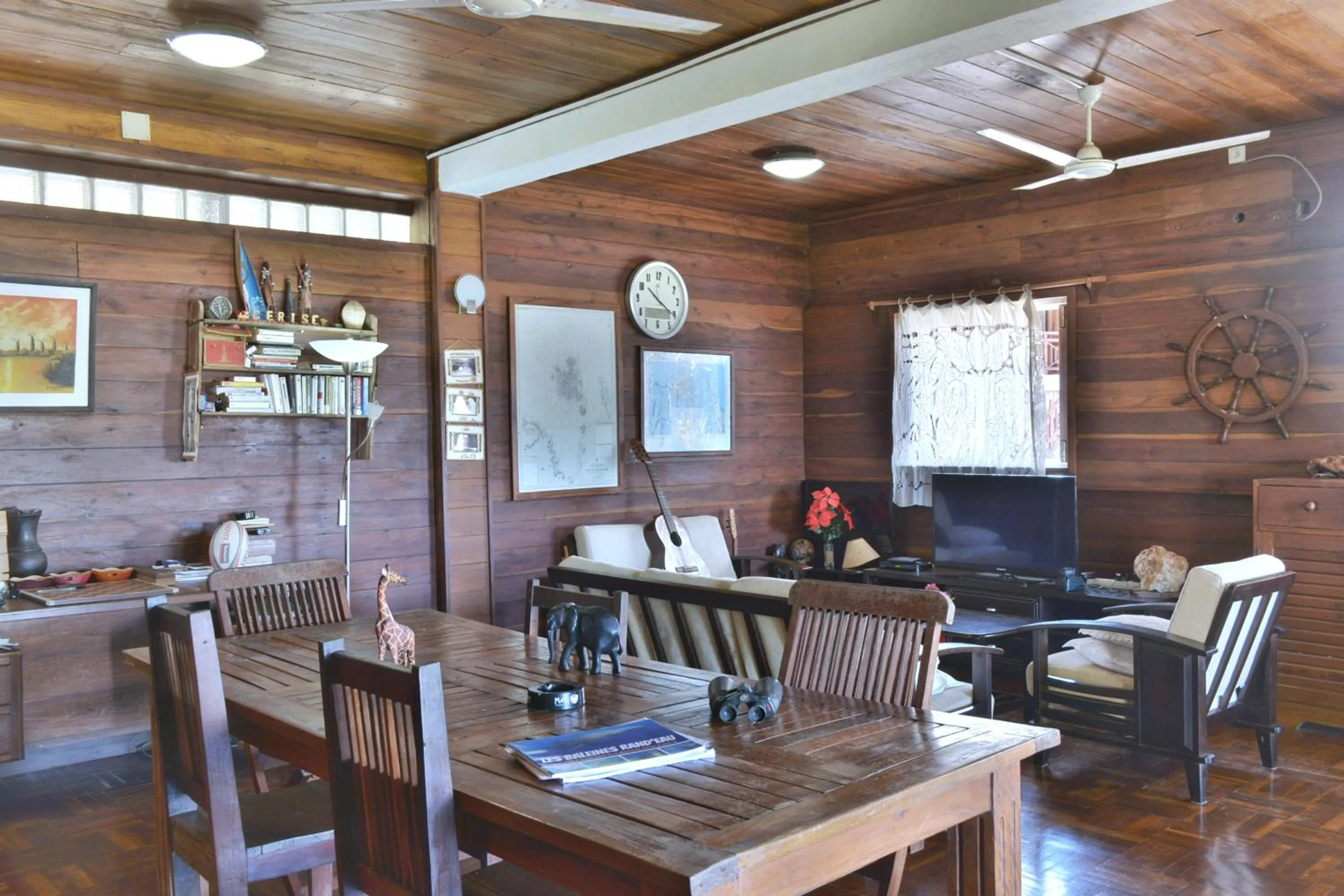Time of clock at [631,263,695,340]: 10:20
